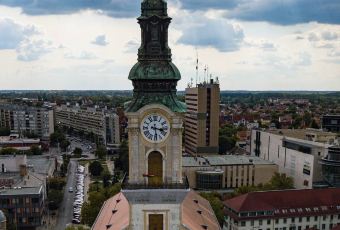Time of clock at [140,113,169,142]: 3:29
